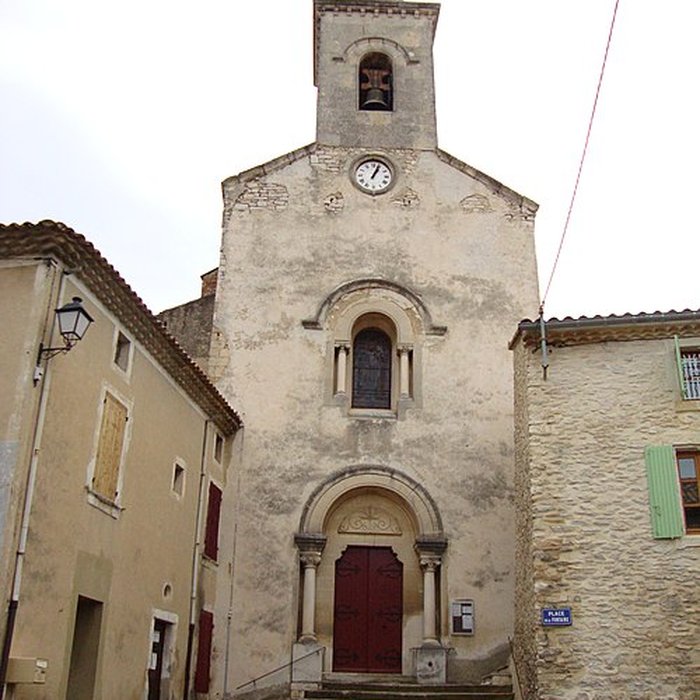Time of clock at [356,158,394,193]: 1:03
